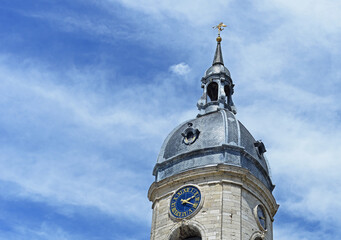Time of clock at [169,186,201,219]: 2:19
